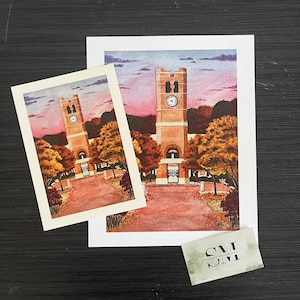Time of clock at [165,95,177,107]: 4:42
